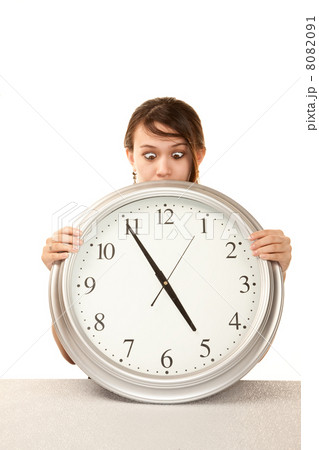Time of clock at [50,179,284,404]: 4:54
